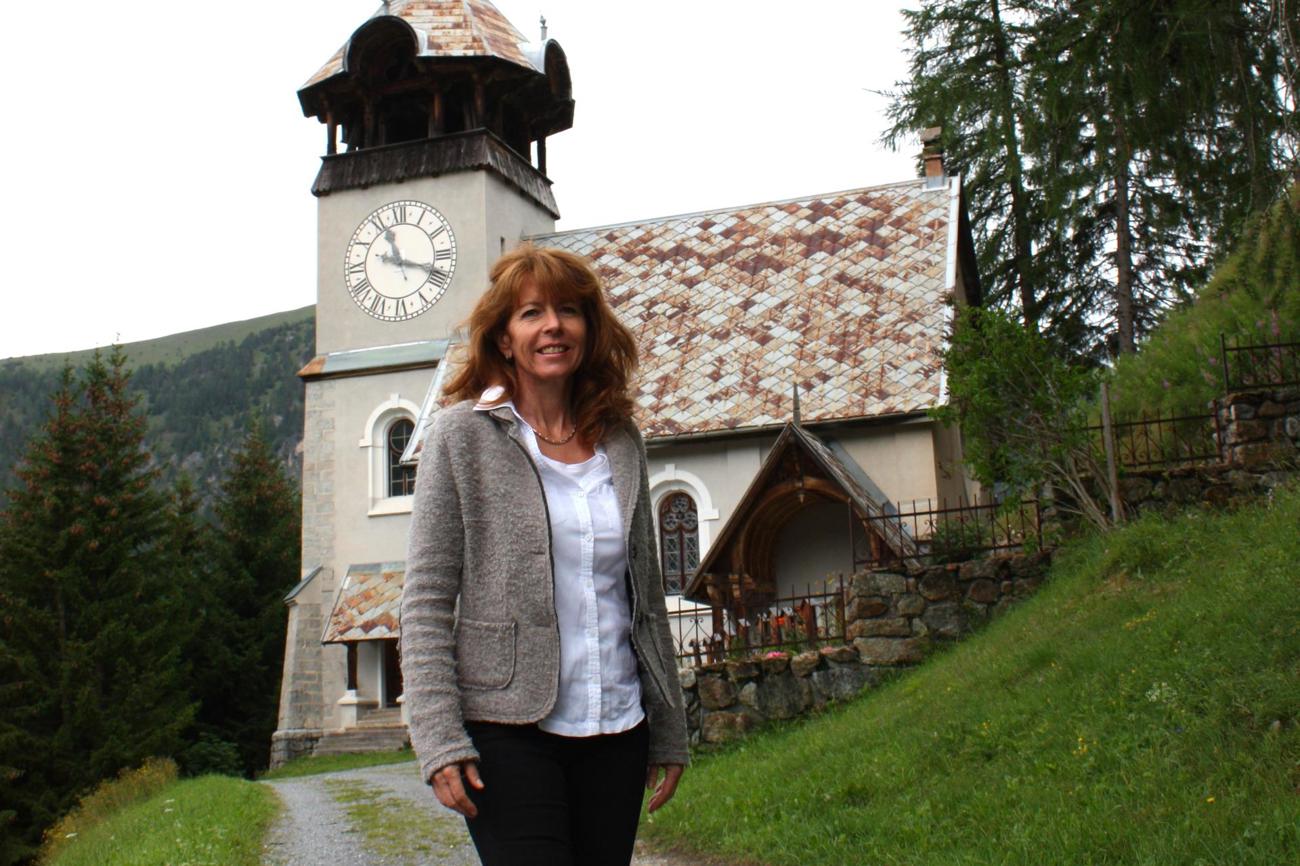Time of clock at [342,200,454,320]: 11:18
